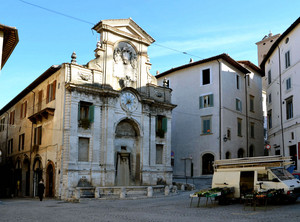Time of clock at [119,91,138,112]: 7:37
